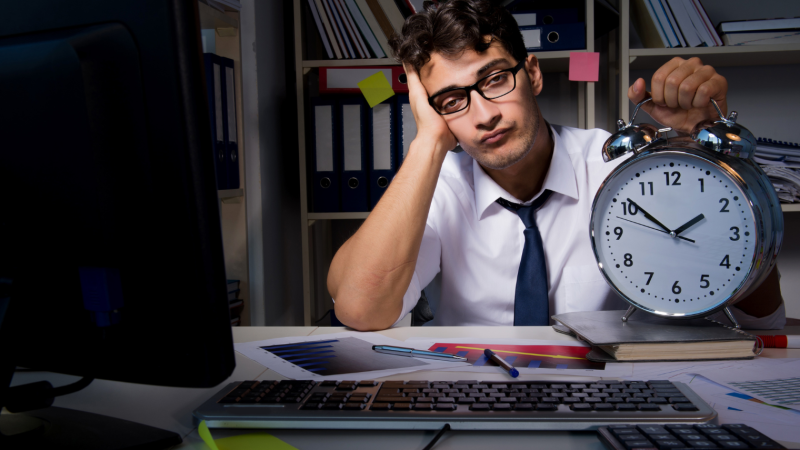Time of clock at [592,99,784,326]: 1:51
